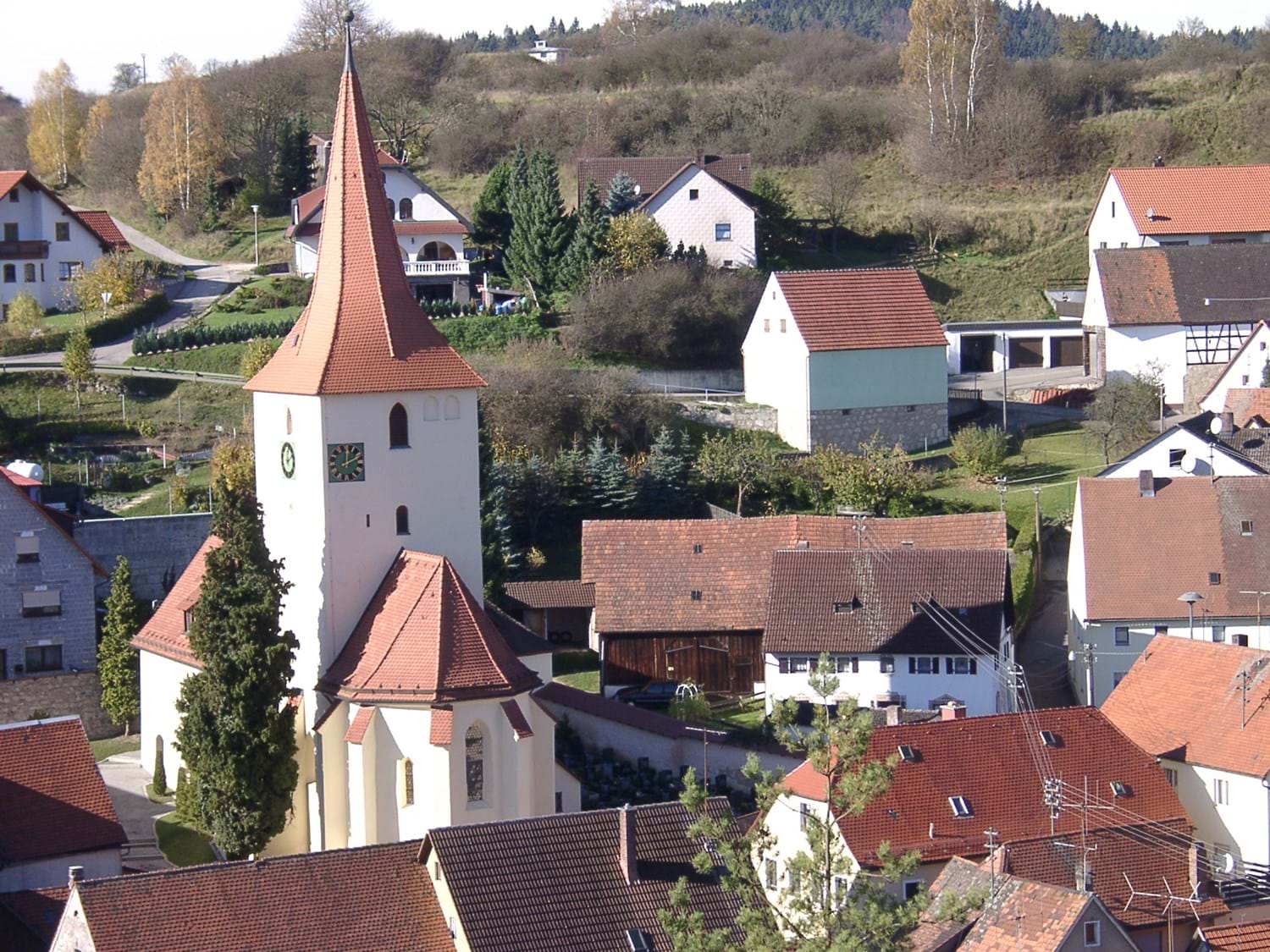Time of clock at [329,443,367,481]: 2:01
